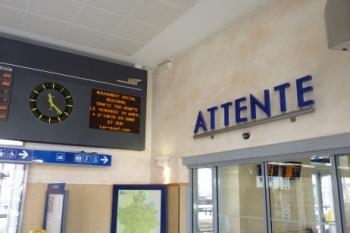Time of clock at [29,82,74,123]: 11:22
